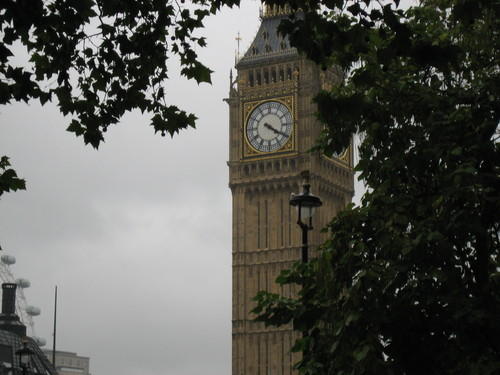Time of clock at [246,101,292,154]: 4:20
